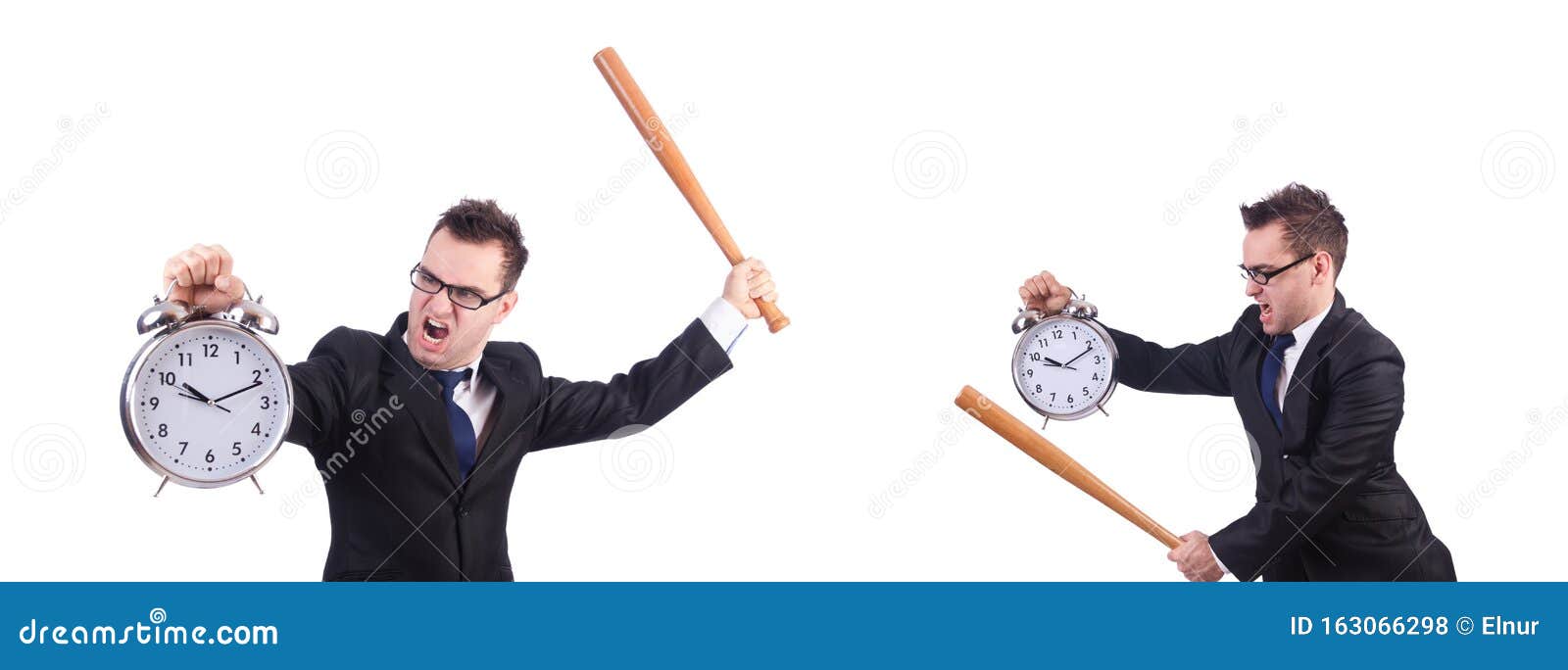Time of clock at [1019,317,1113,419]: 10:11
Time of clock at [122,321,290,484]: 10:11
